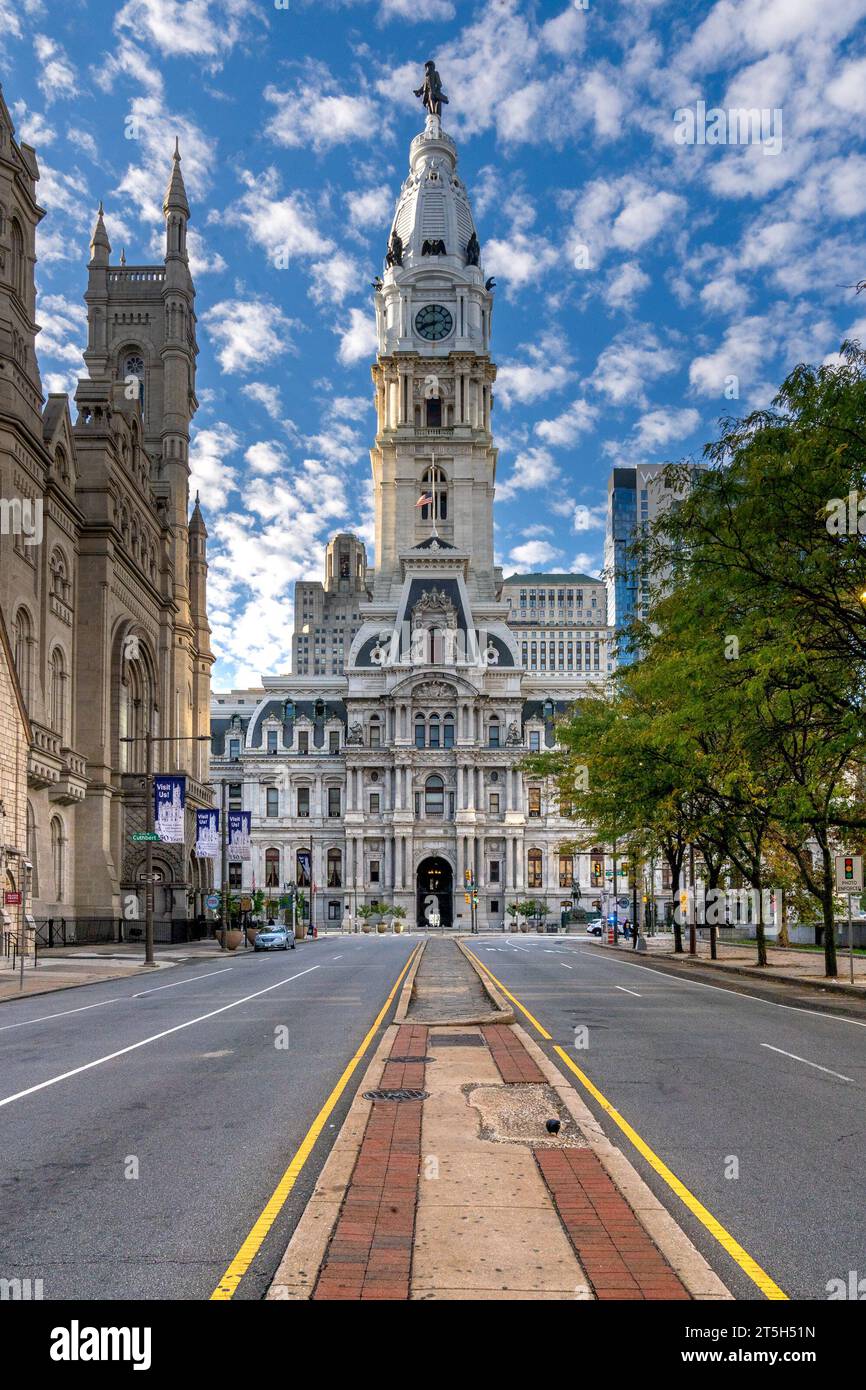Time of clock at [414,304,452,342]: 8:12
